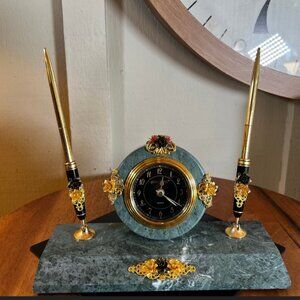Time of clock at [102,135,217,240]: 12:21
